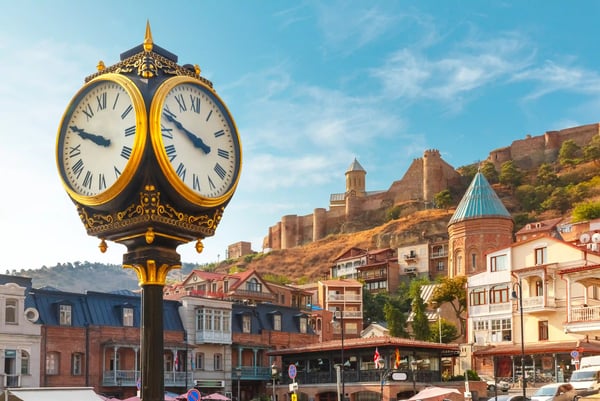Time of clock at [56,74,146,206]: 9:49
